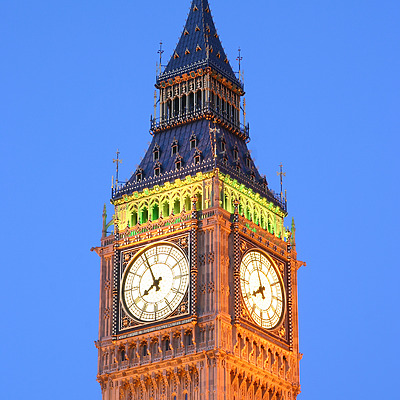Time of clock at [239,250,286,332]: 7:57
